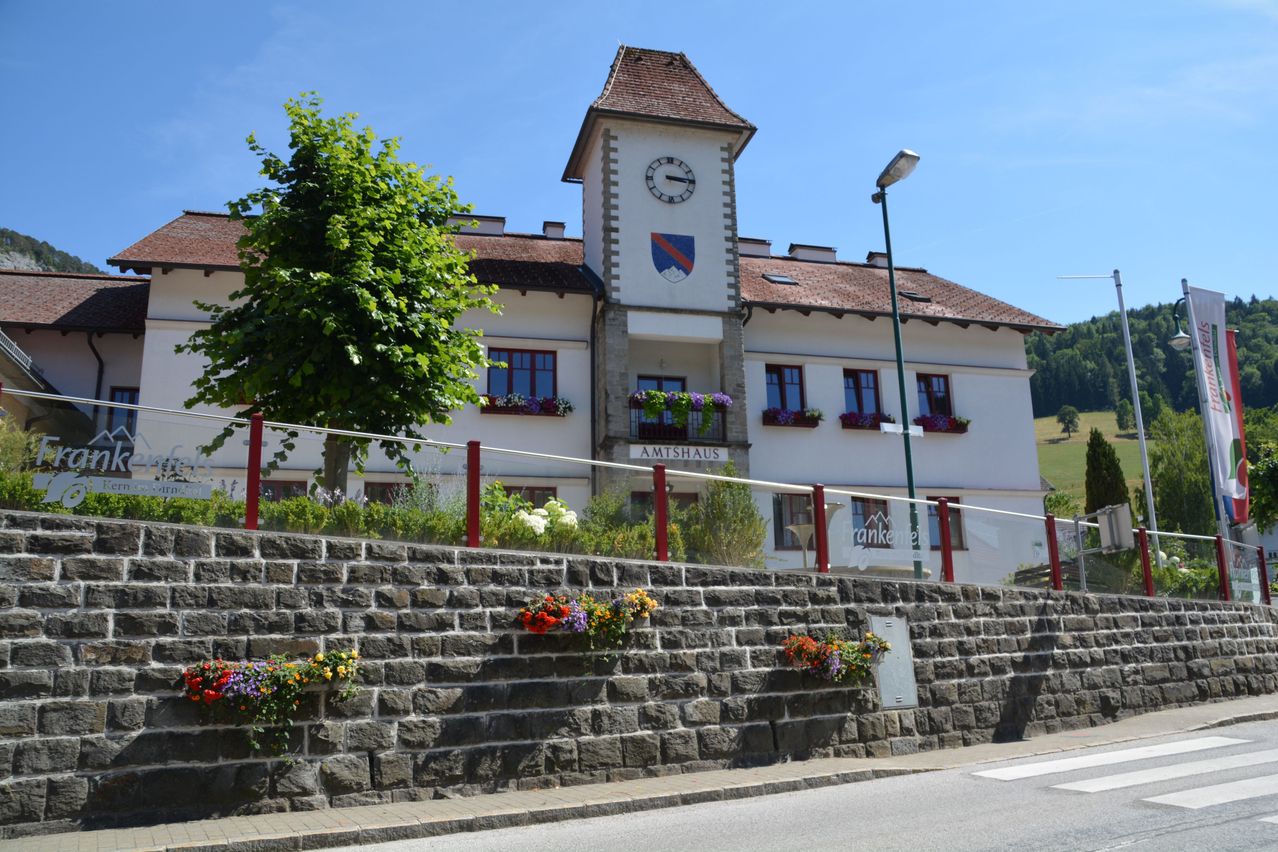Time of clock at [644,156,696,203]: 3:14
